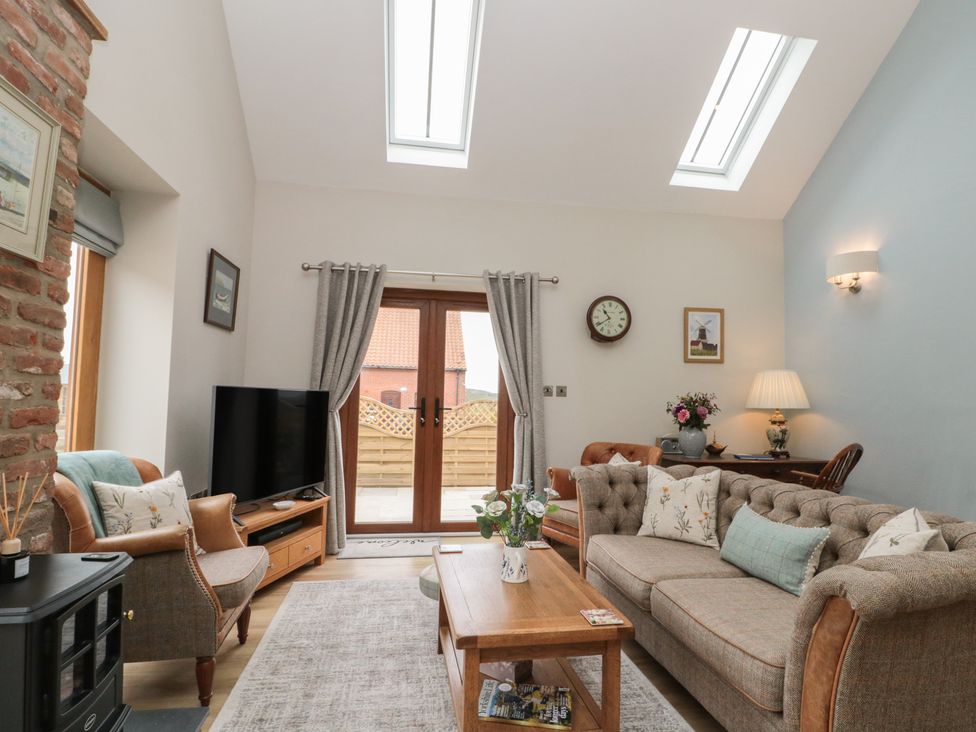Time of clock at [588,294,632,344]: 10:39
